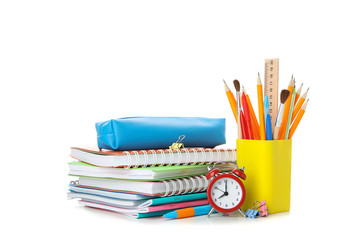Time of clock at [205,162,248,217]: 8:00
